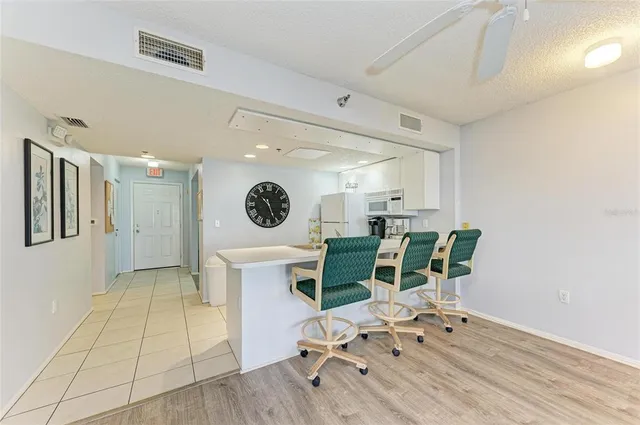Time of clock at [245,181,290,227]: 10:26
